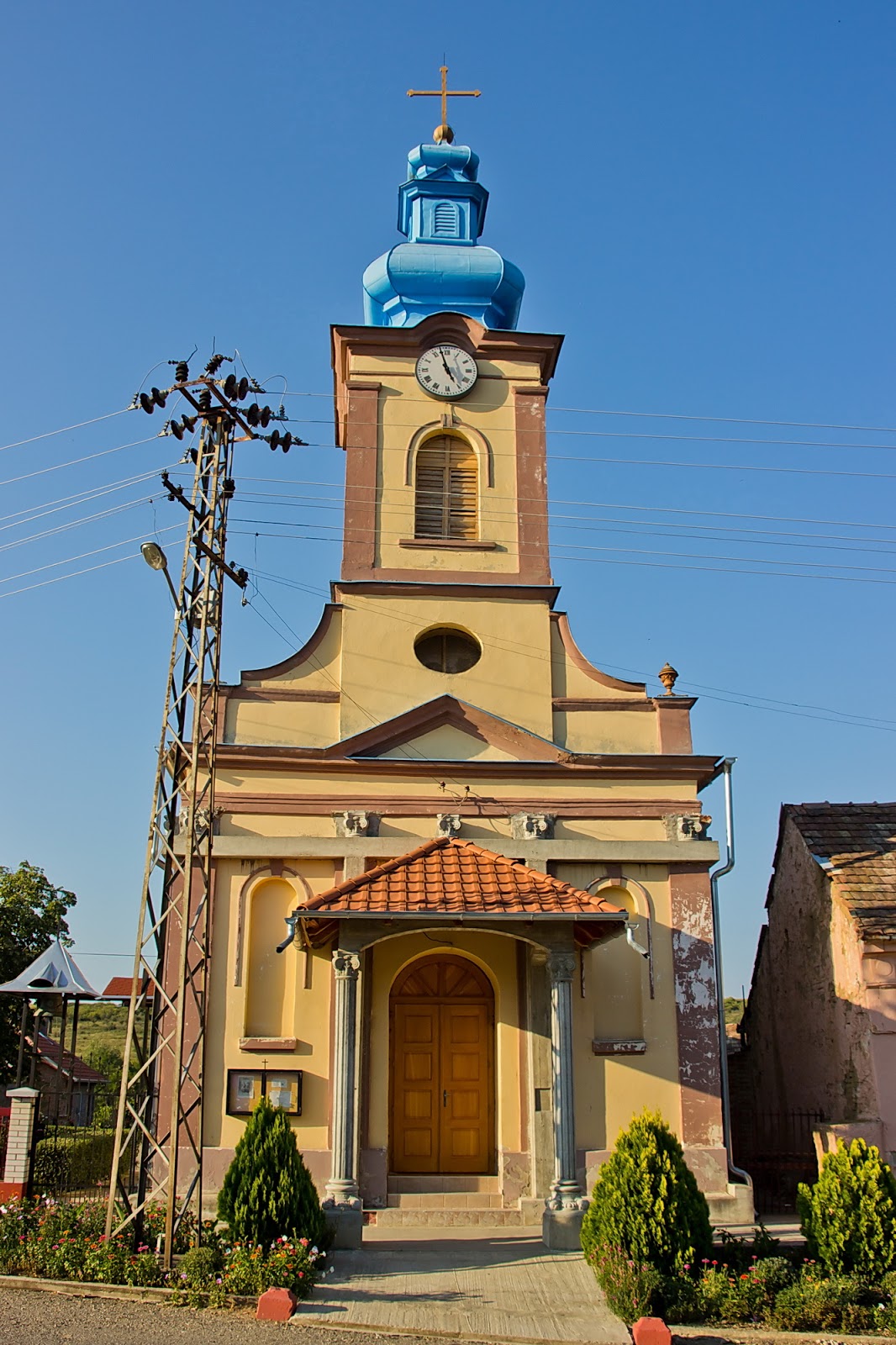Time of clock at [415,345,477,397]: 4:57
